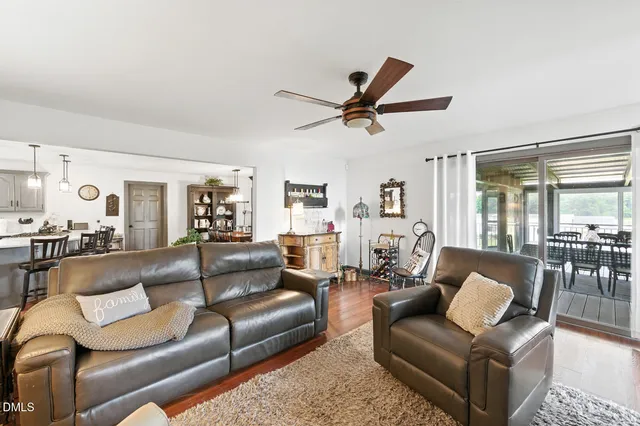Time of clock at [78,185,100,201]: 12:28
